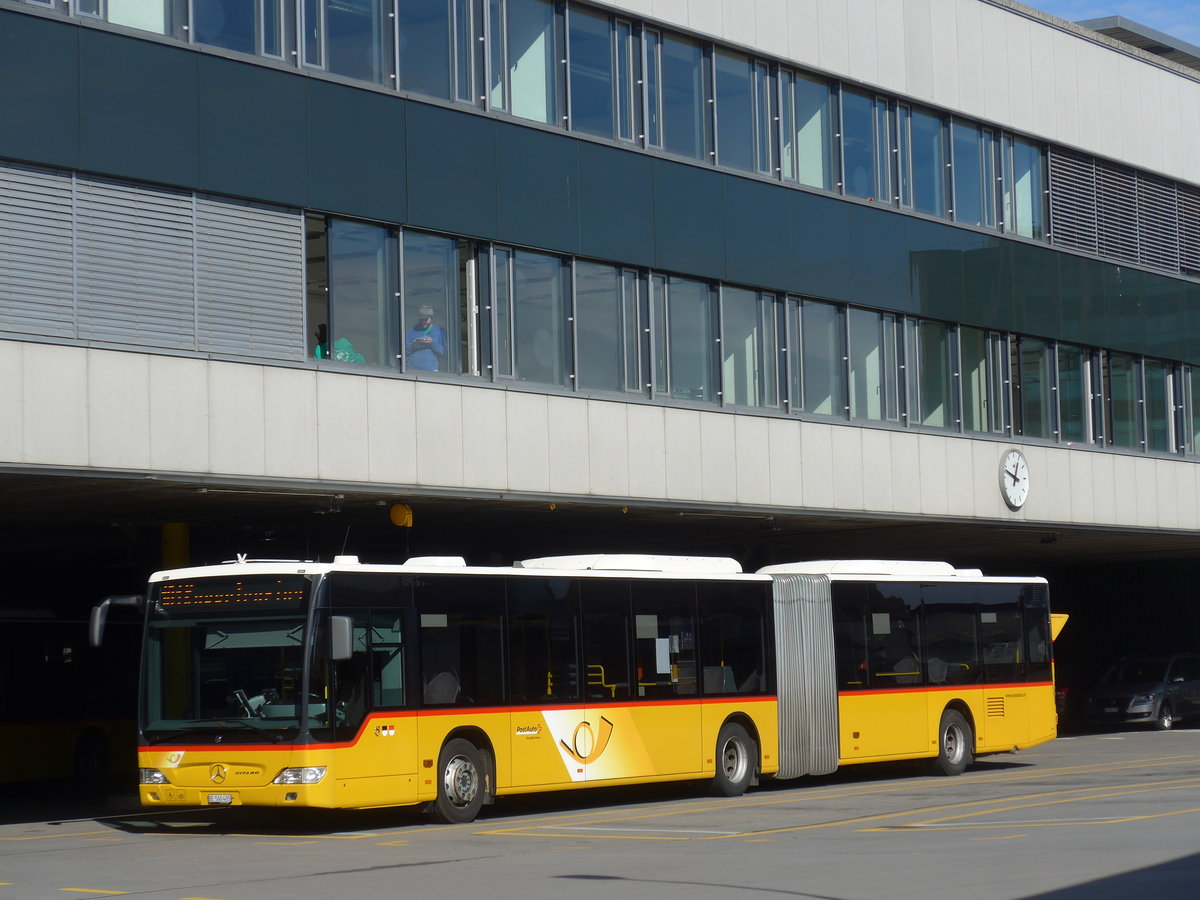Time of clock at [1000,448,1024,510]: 12:48
